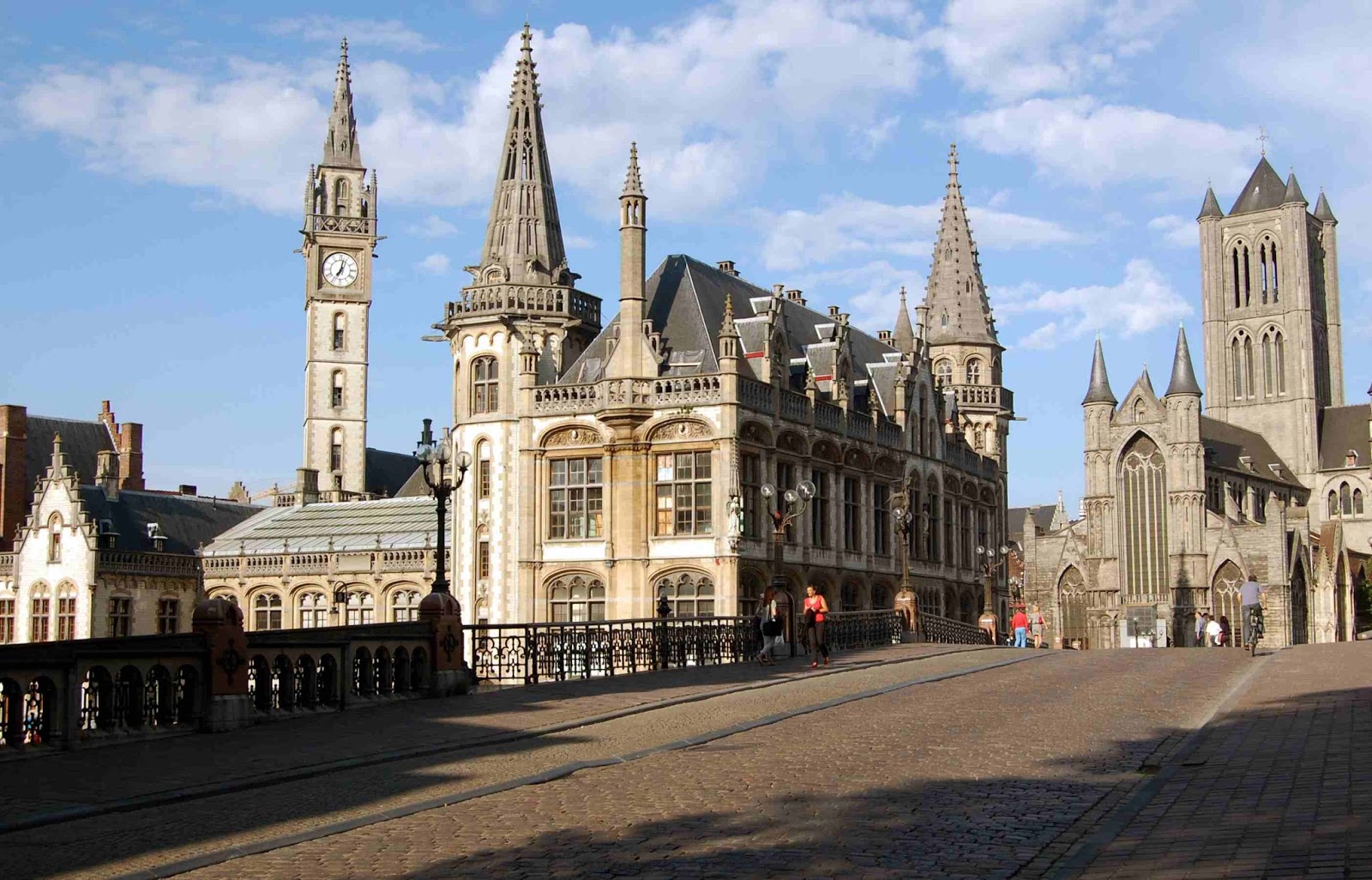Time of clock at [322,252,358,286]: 7:02
